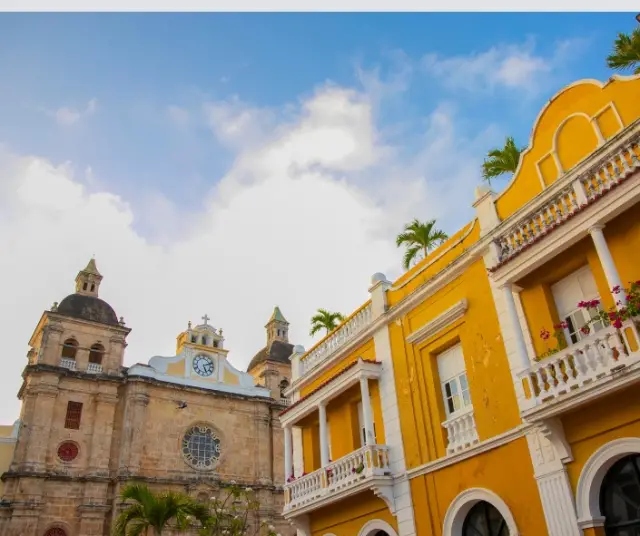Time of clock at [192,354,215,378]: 5:11
